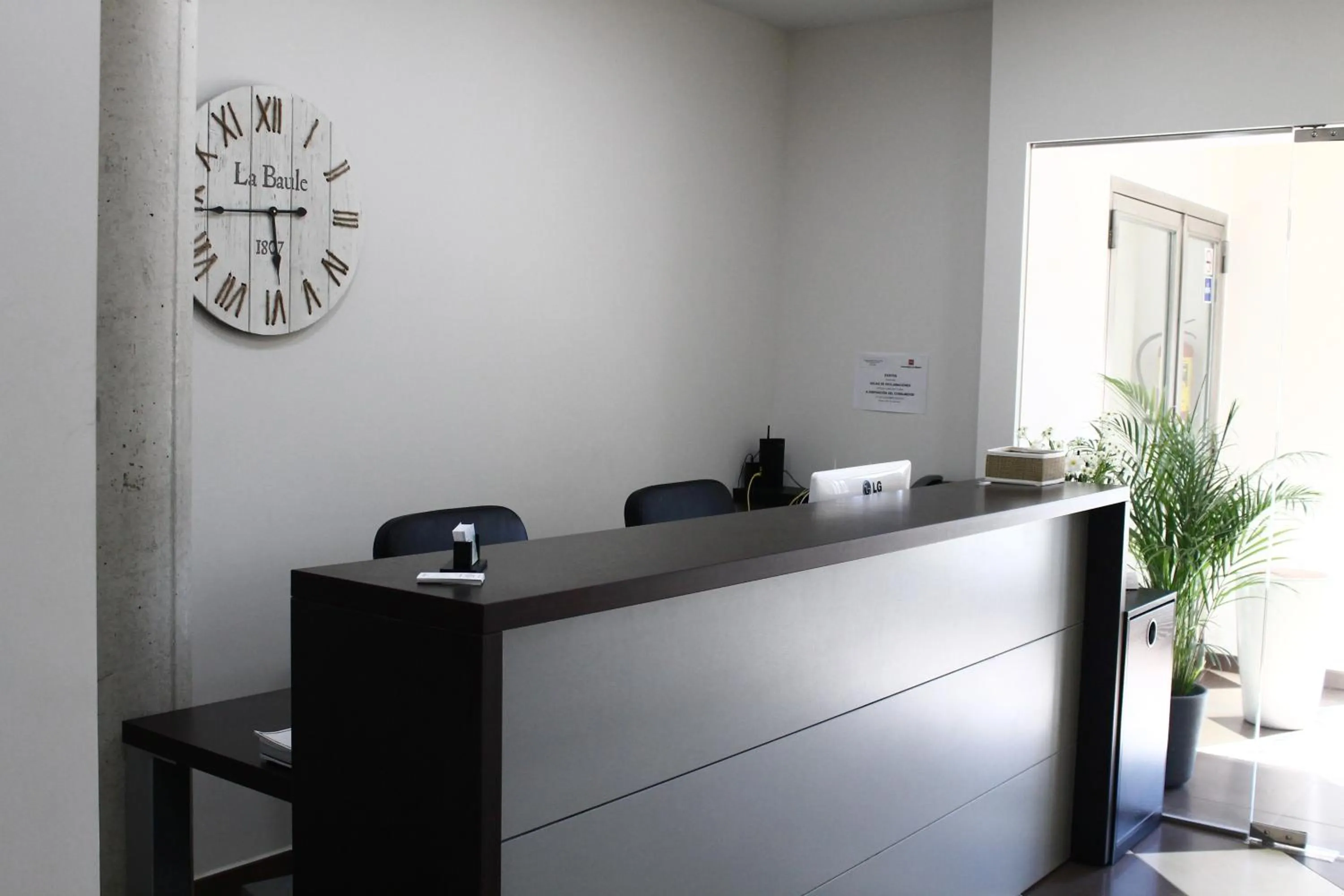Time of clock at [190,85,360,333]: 5:44
